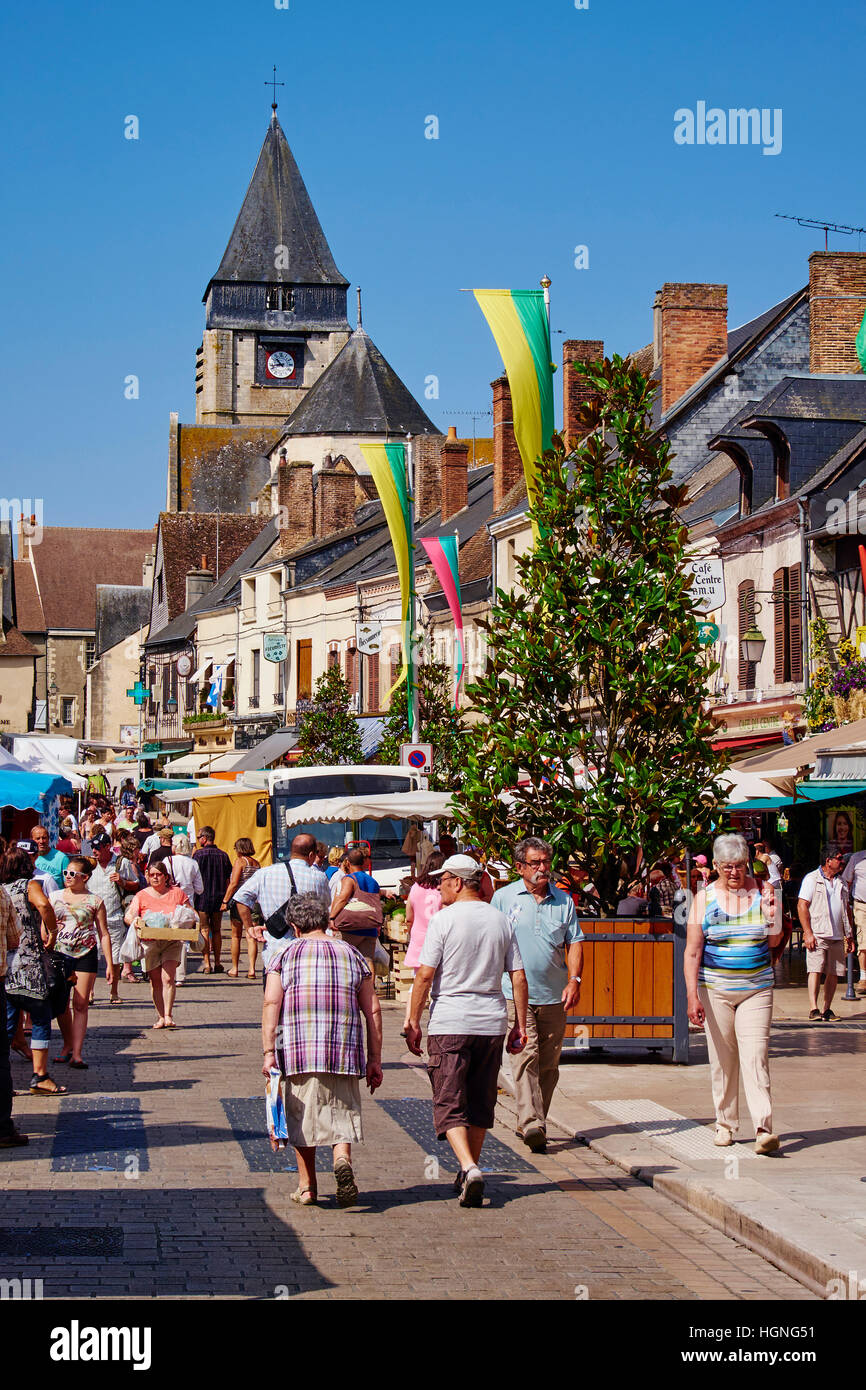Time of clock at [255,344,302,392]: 10:42
